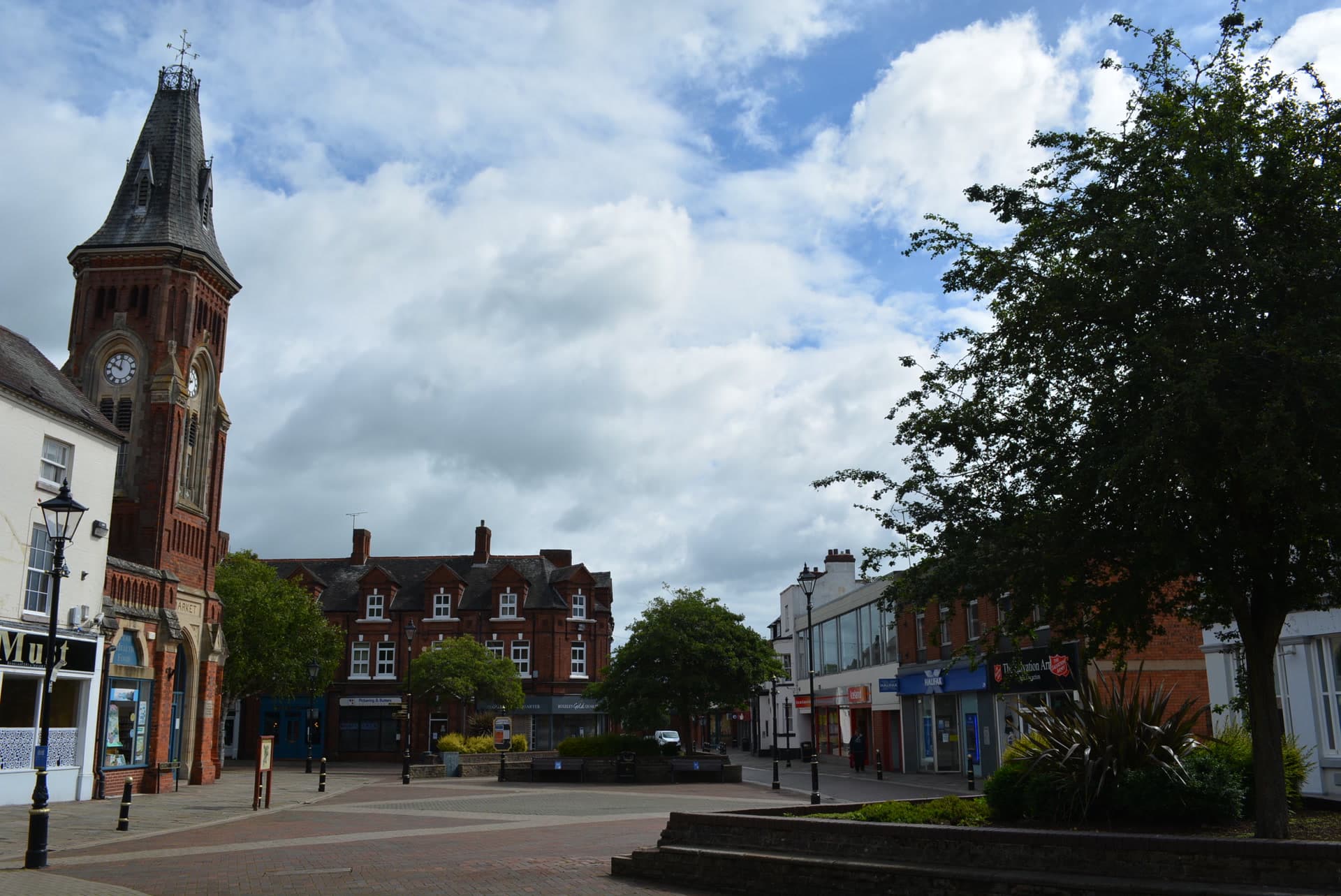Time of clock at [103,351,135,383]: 10:00
